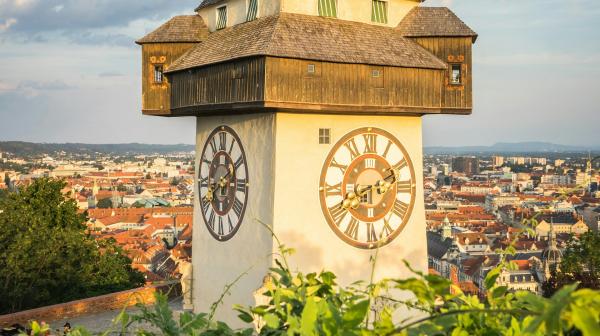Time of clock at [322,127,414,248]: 8:11
